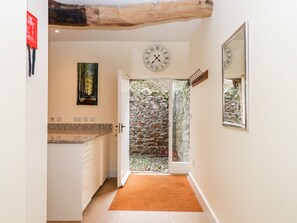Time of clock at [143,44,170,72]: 4:36
